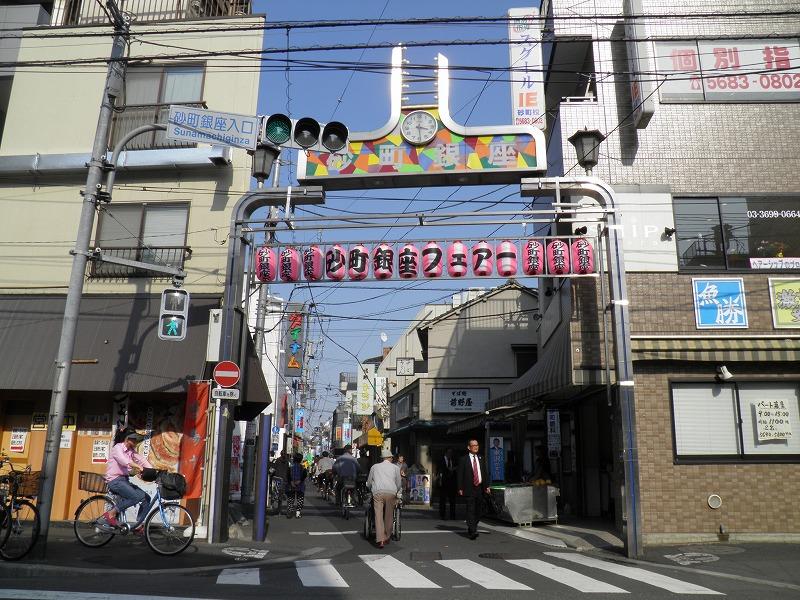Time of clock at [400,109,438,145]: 3:29
